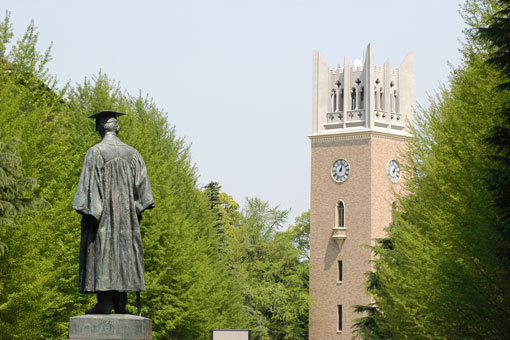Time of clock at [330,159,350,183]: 1:02
